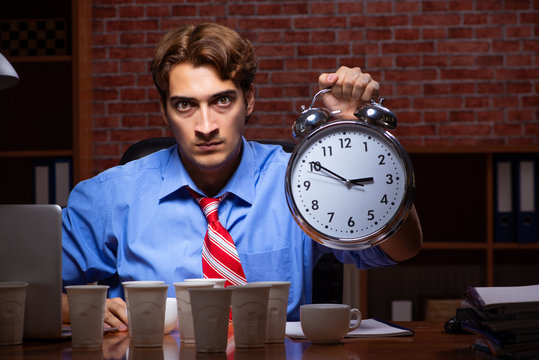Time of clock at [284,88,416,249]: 2:50
